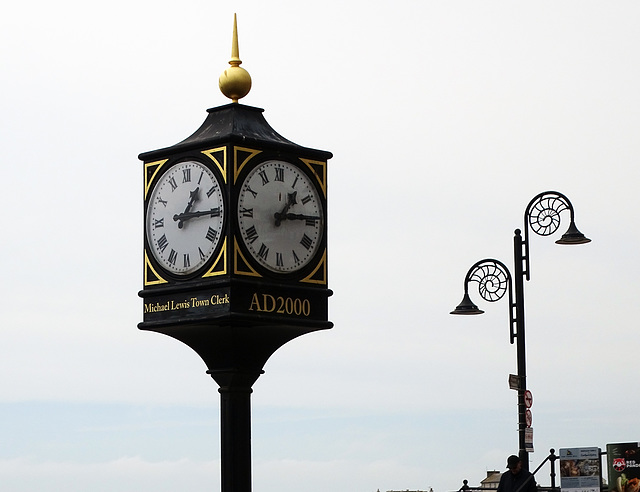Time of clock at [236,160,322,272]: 1:14
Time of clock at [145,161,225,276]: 1:14
